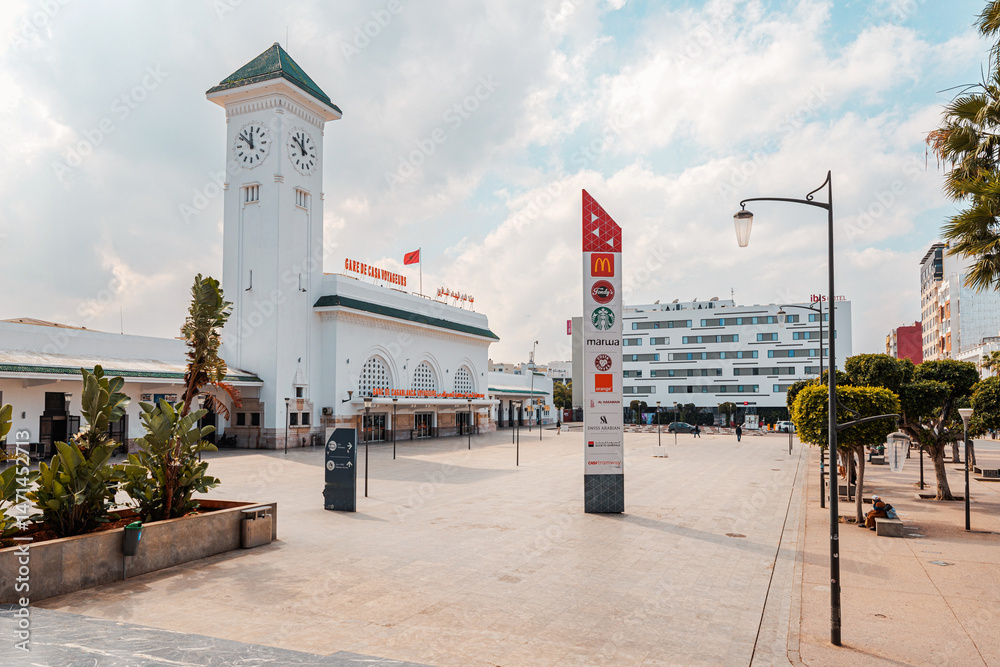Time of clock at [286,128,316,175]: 11:50
